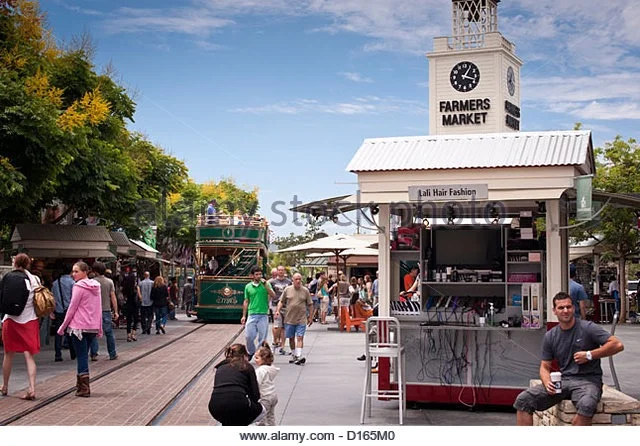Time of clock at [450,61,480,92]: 1:18
